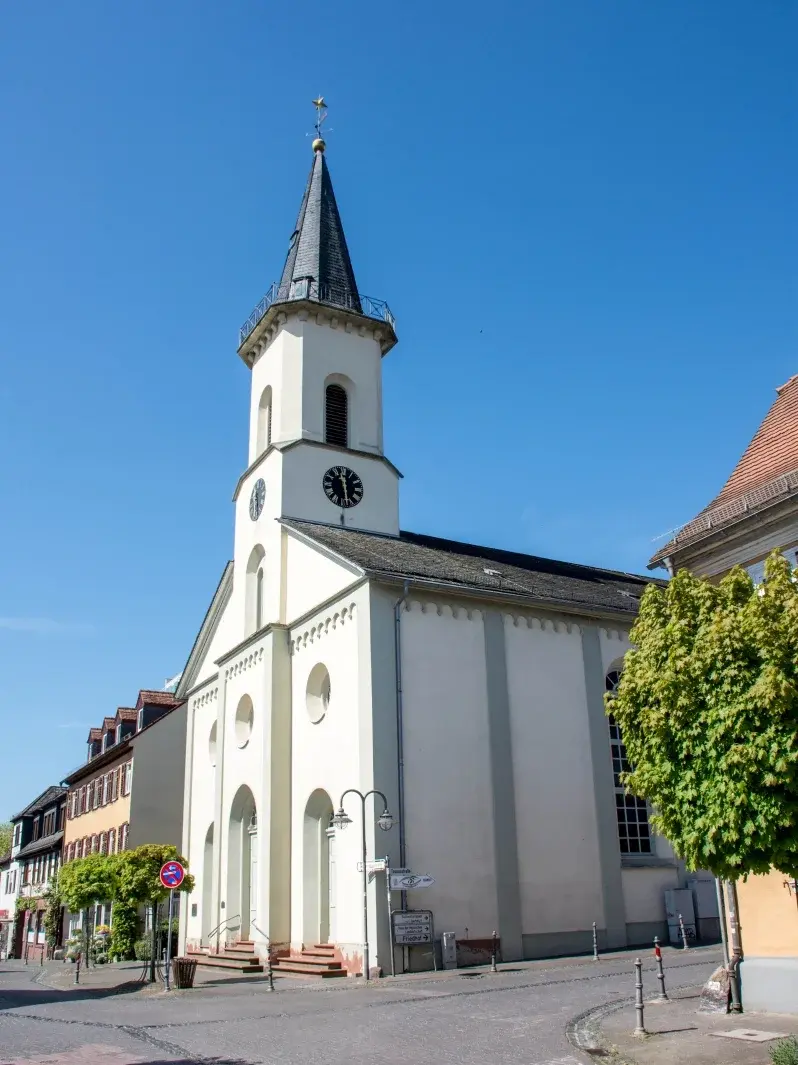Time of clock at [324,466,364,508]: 11:28
